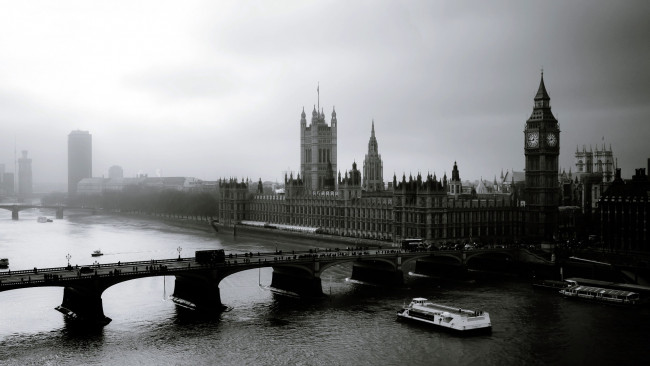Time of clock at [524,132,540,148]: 12:43
